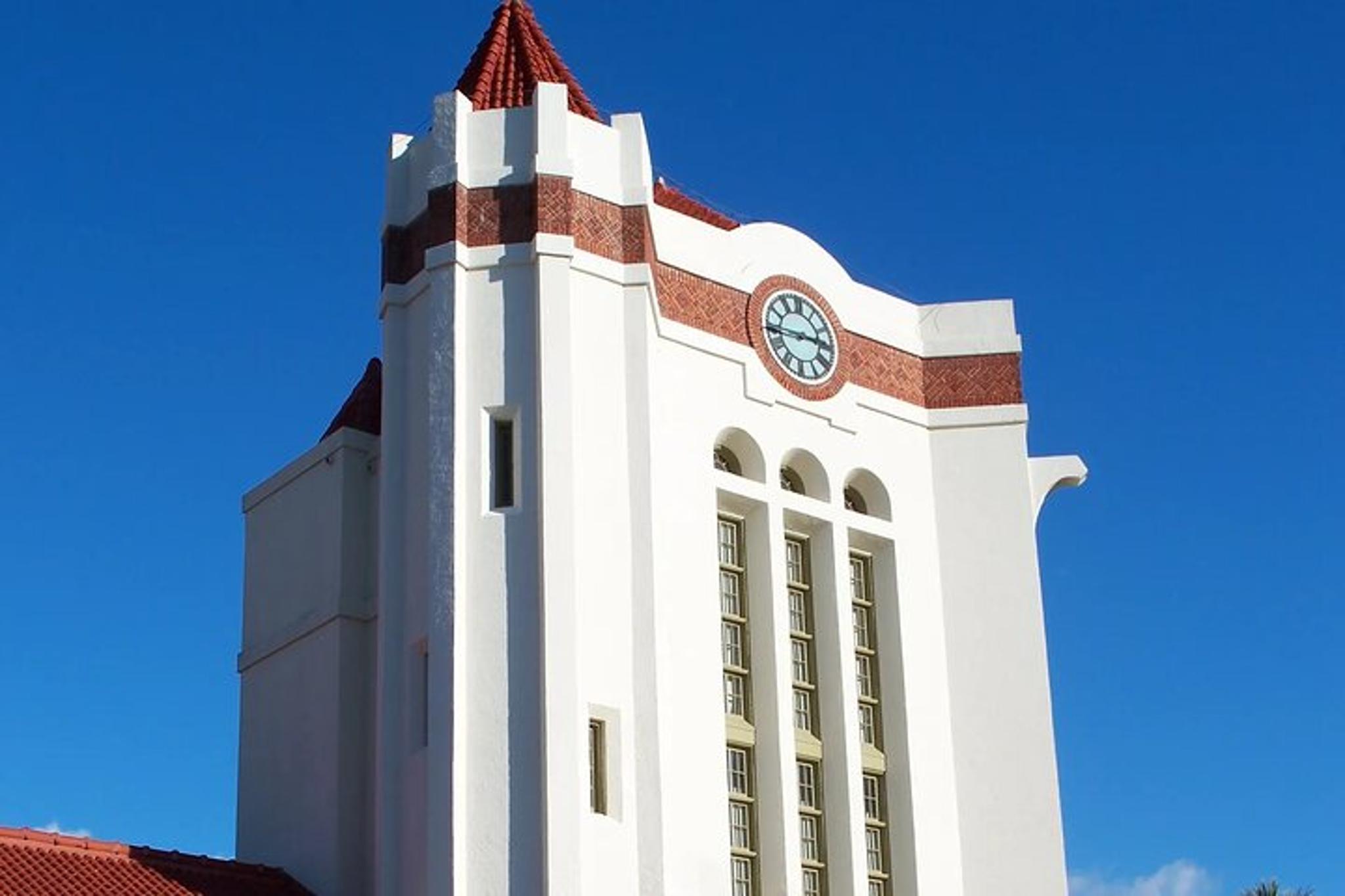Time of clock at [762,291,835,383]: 2:44
